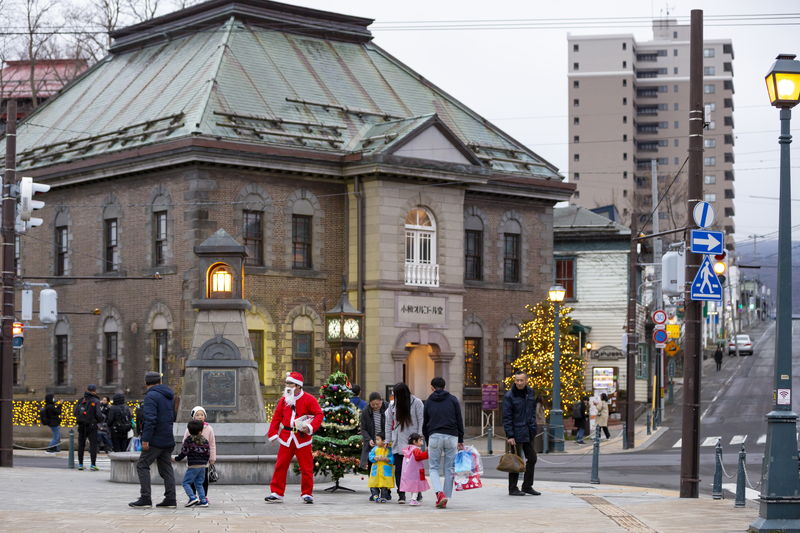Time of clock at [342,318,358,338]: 5:07
